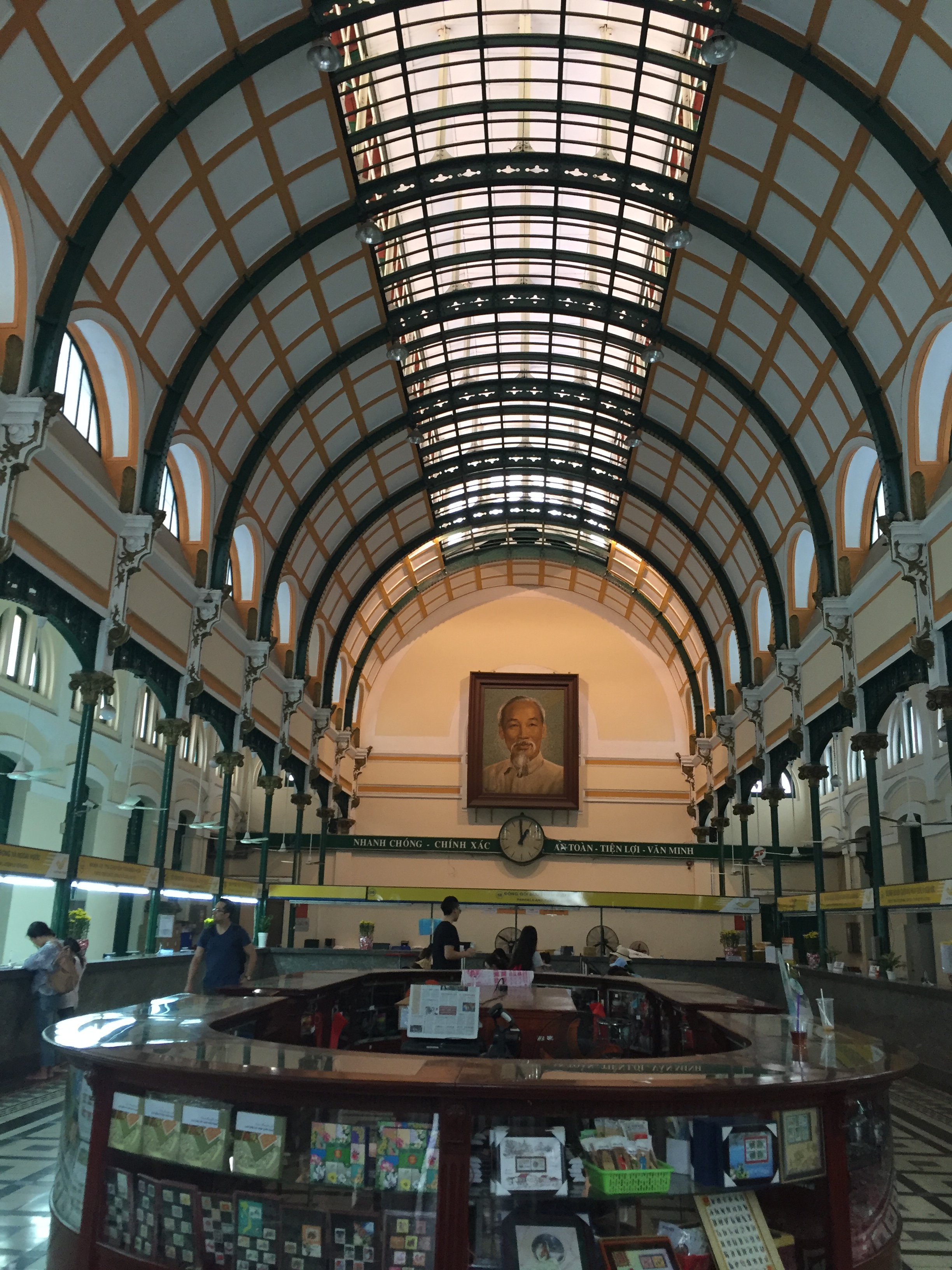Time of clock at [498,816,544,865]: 12:59
